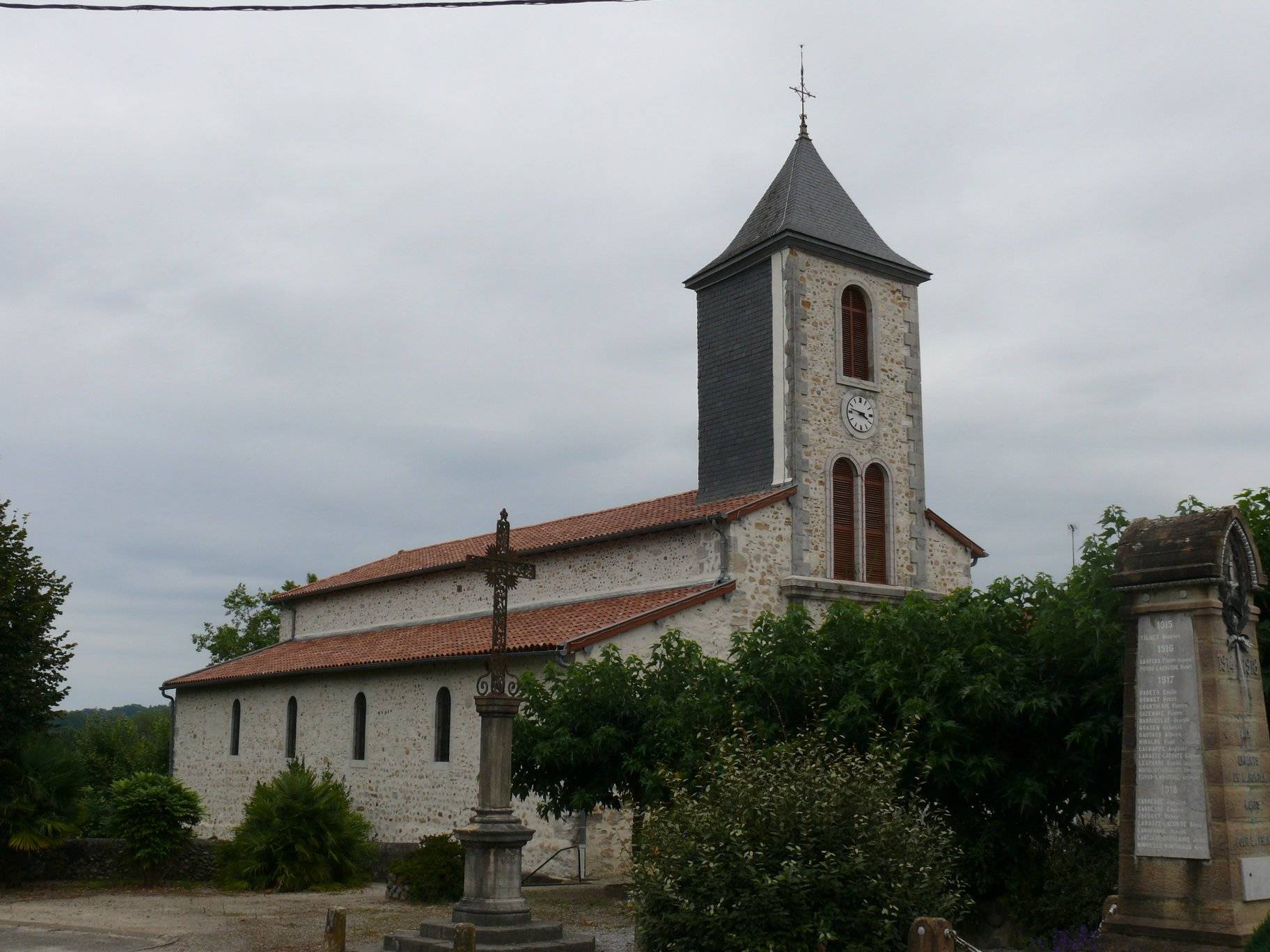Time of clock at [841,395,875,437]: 3:47
